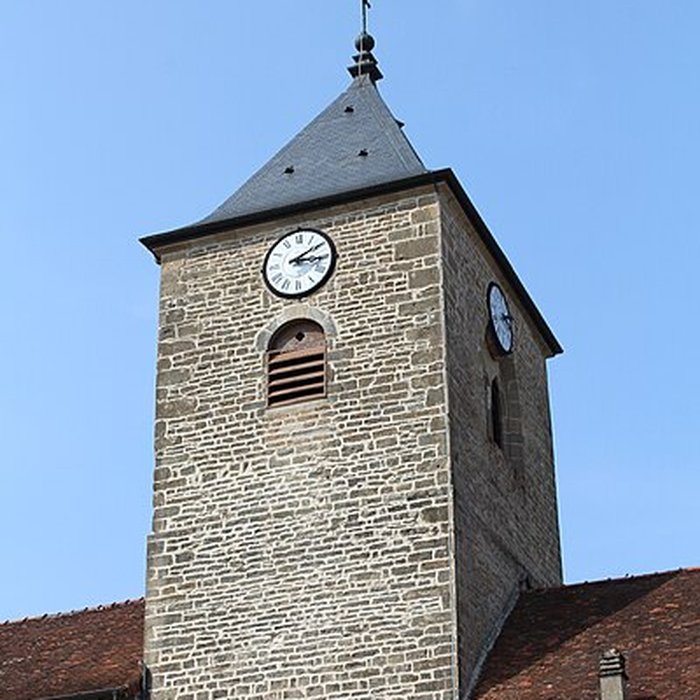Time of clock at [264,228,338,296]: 3:09
